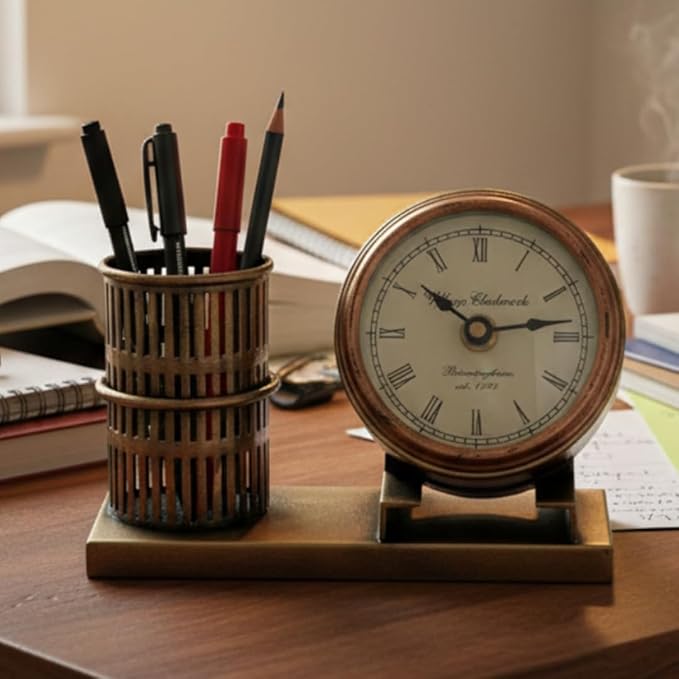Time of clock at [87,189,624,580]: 10:13
